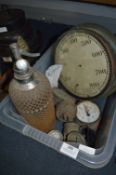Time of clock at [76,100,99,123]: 4:57
